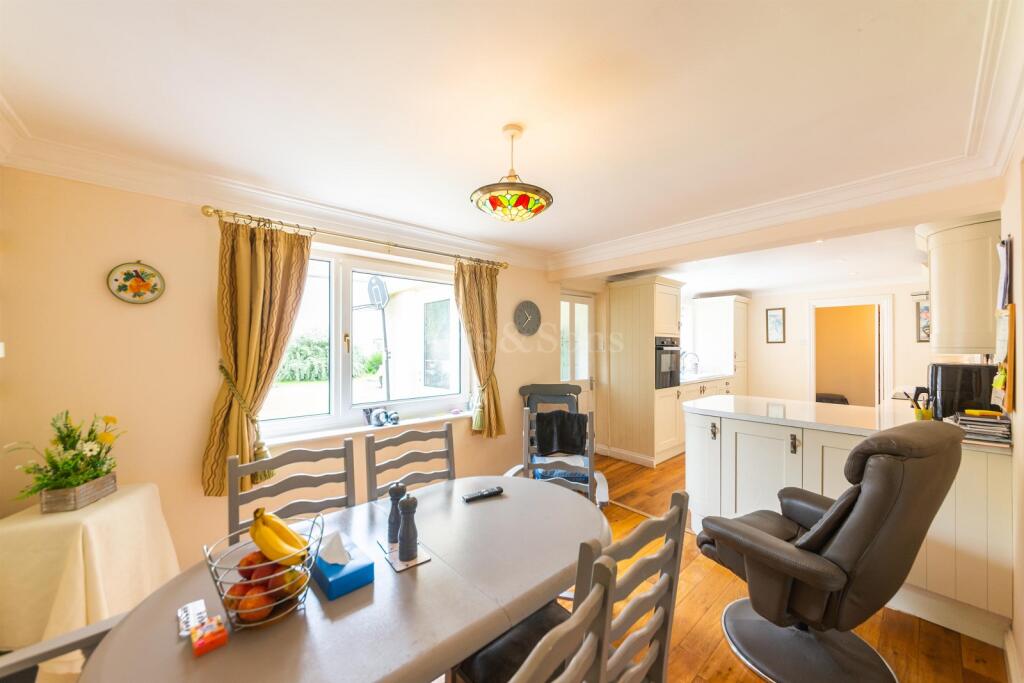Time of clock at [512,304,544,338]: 10:36
